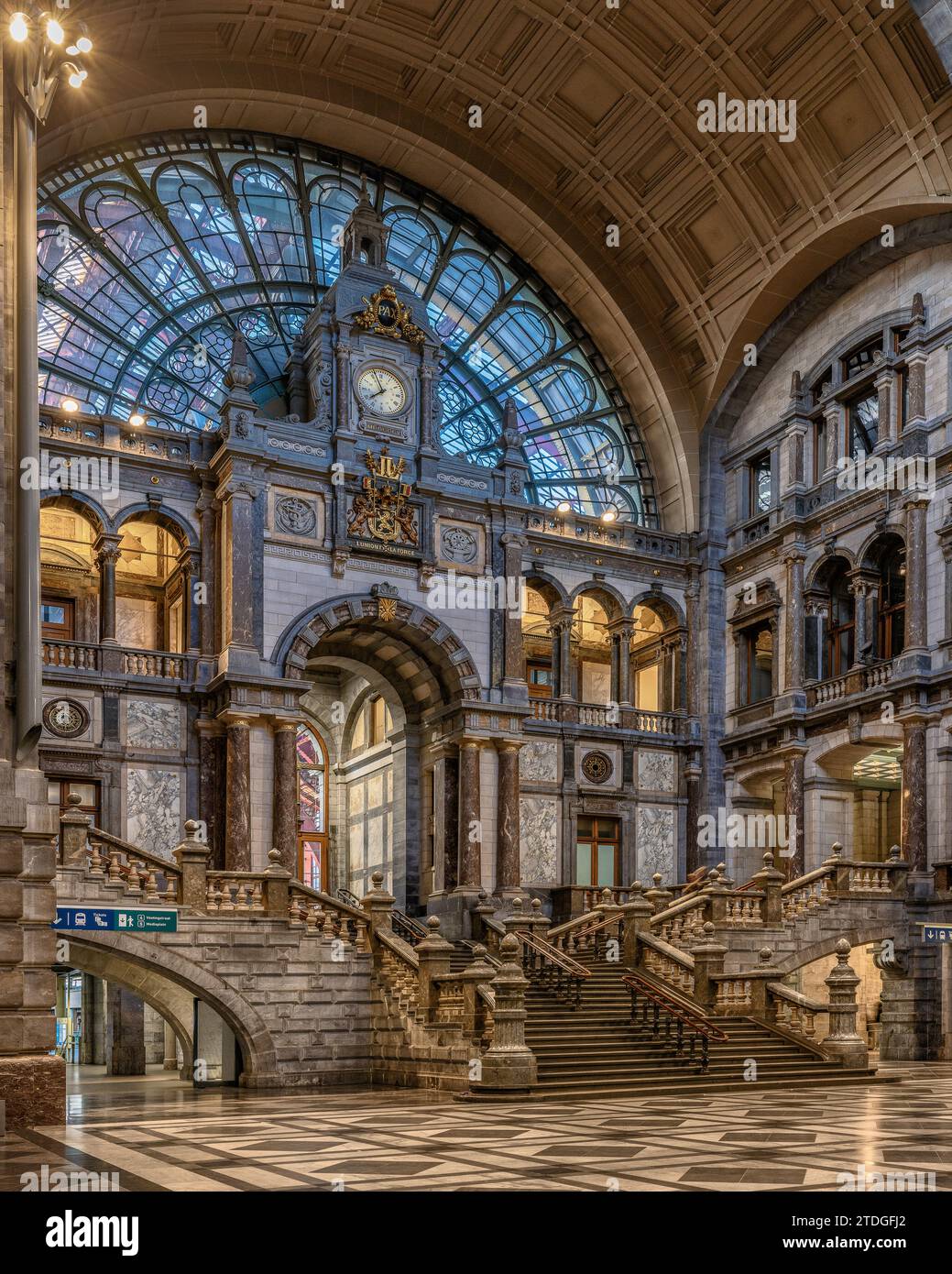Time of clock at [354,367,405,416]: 7:56
